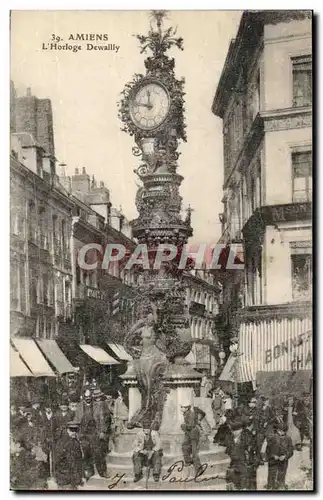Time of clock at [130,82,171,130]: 11:46
